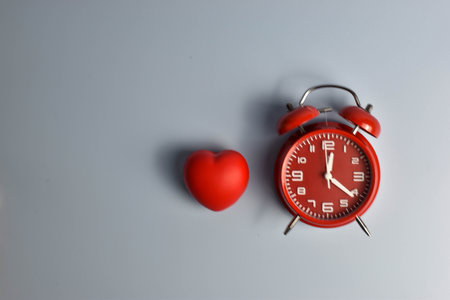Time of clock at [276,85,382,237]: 12:21
